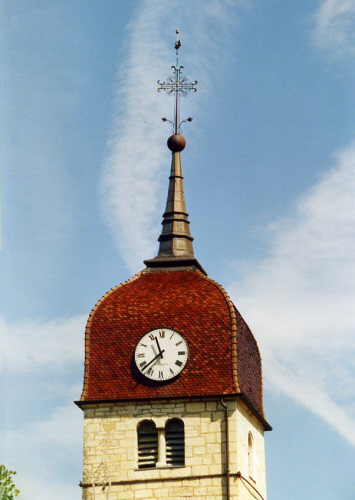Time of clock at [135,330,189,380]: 11:37
